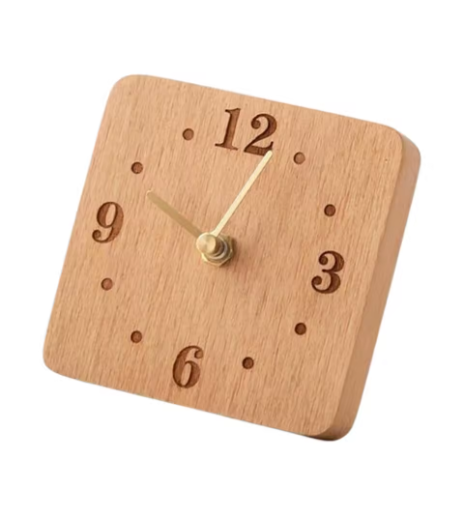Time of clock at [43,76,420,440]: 10:02
